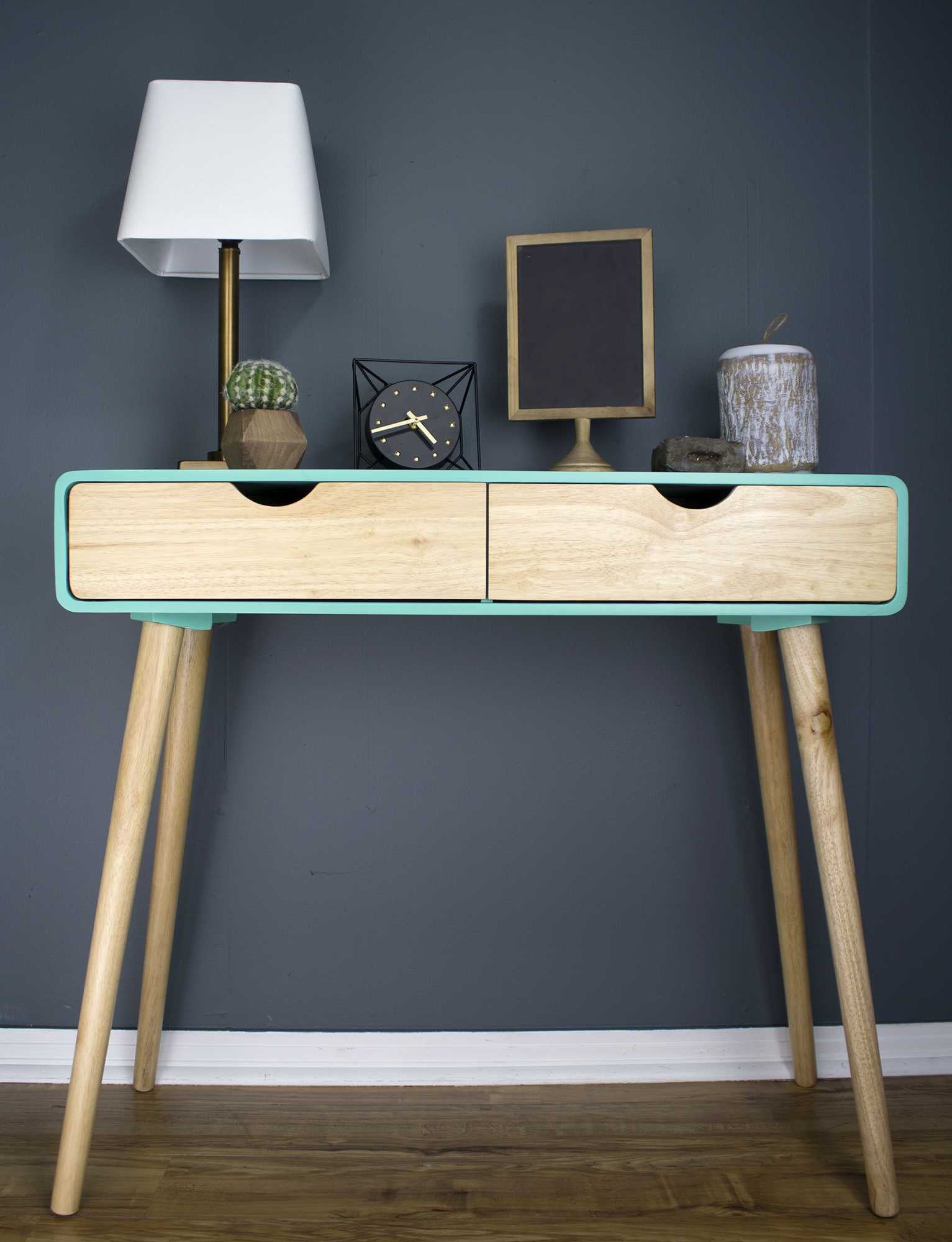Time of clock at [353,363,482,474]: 4:42
